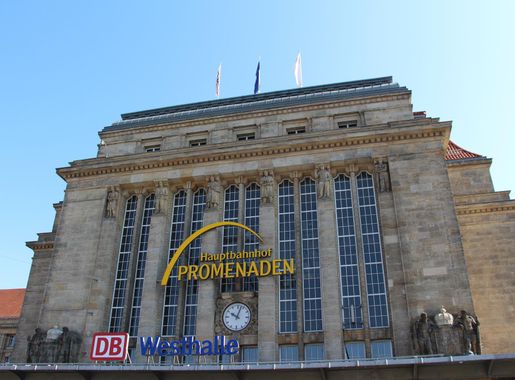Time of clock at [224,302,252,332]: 10:02
